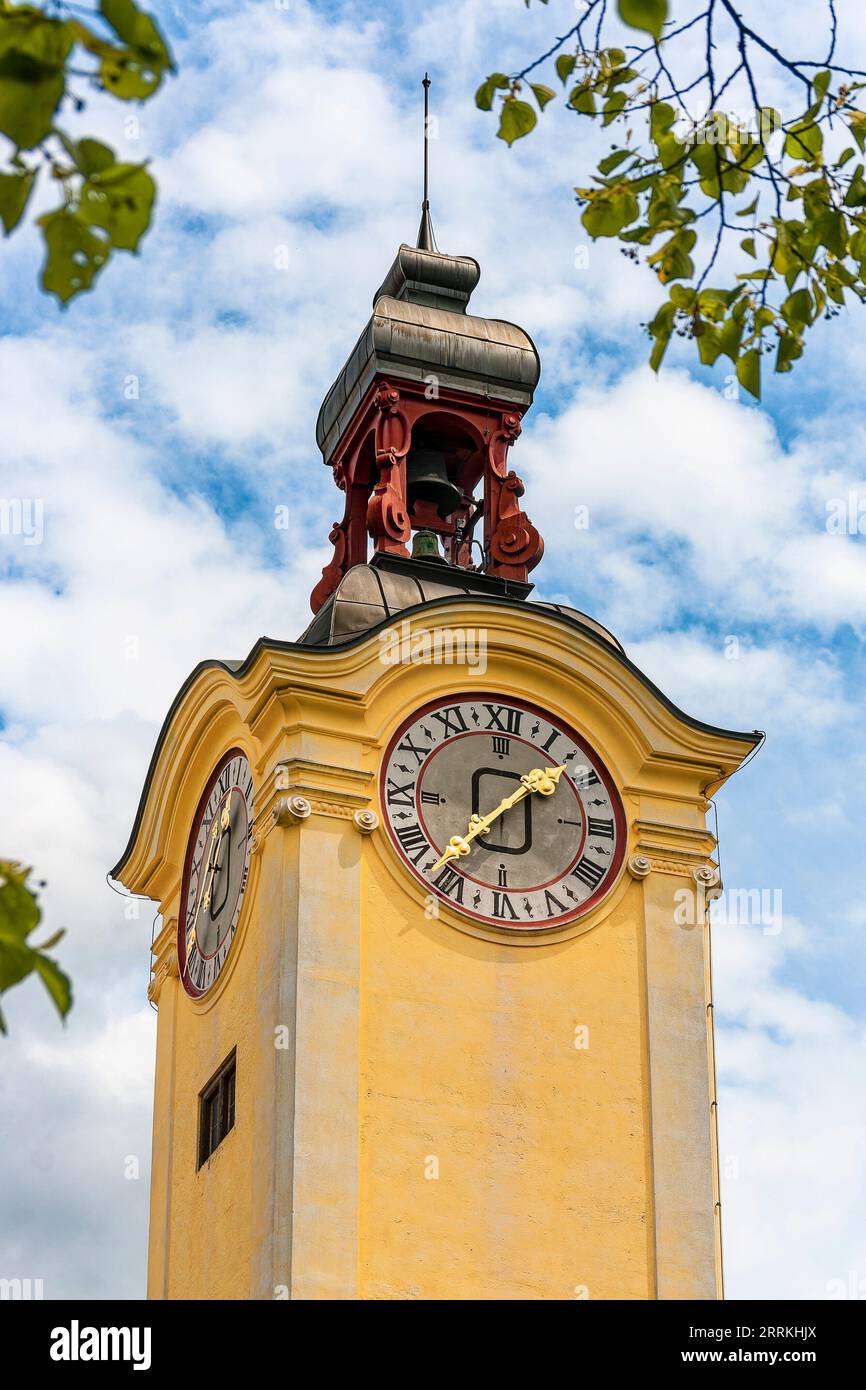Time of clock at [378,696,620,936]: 1:37
